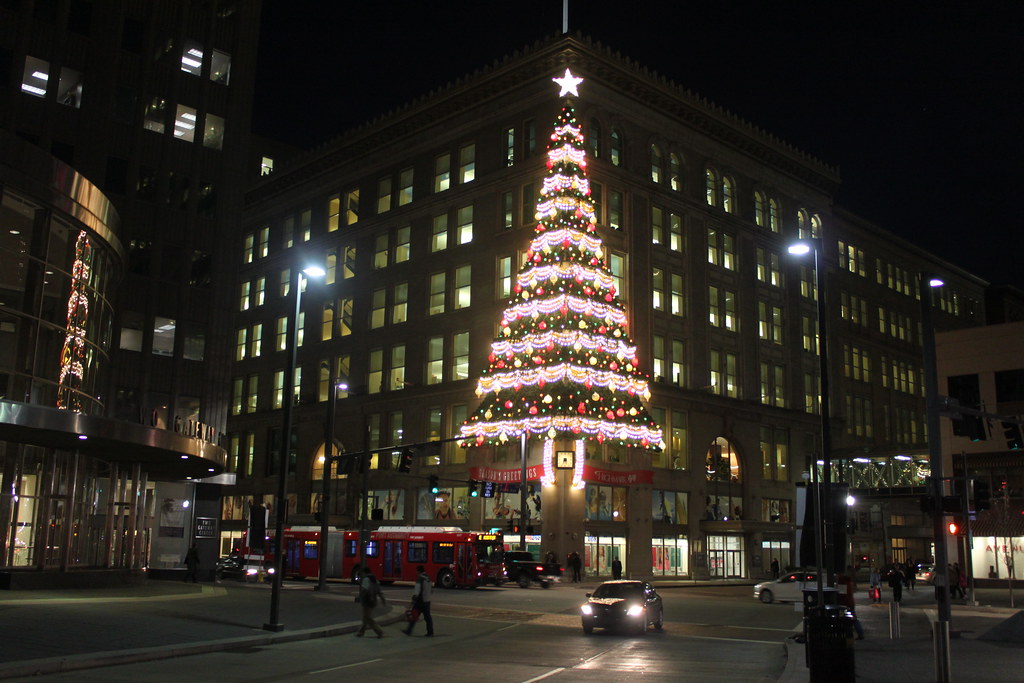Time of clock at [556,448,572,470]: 4:35
